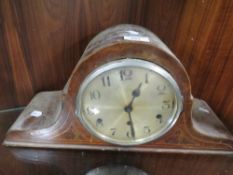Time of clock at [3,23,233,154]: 12:28
